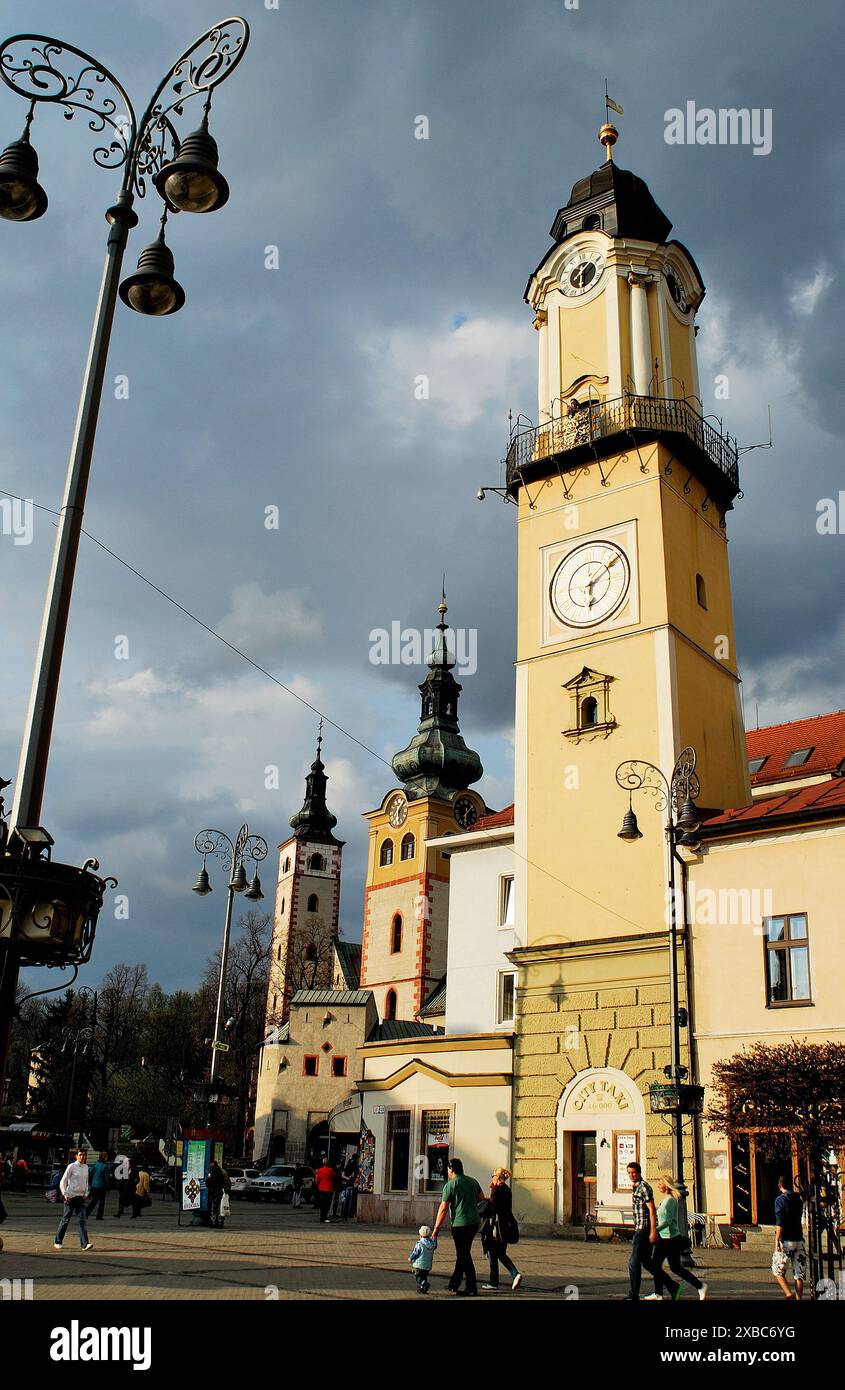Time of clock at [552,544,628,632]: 6:08
